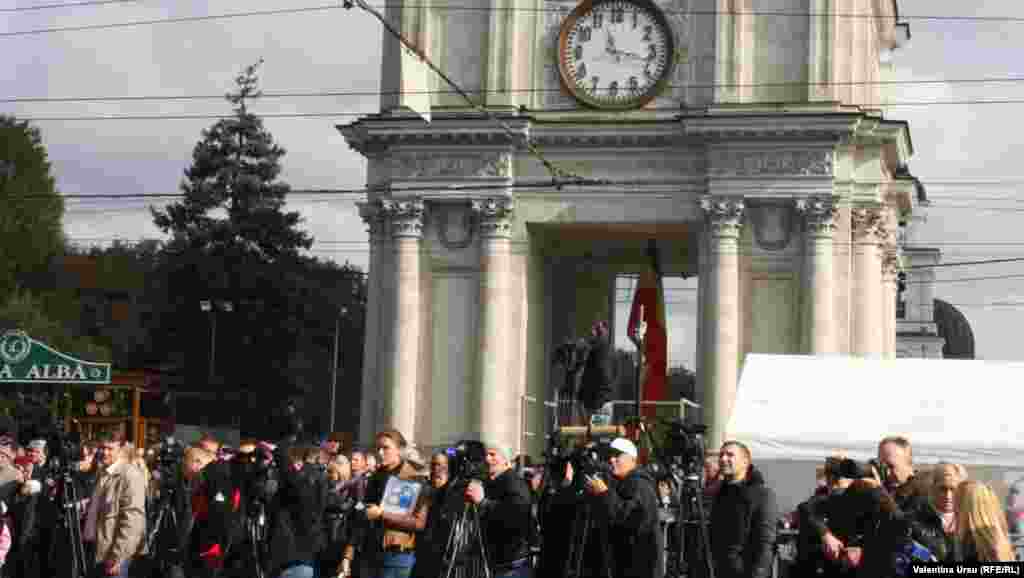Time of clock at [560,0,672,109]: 11:17
